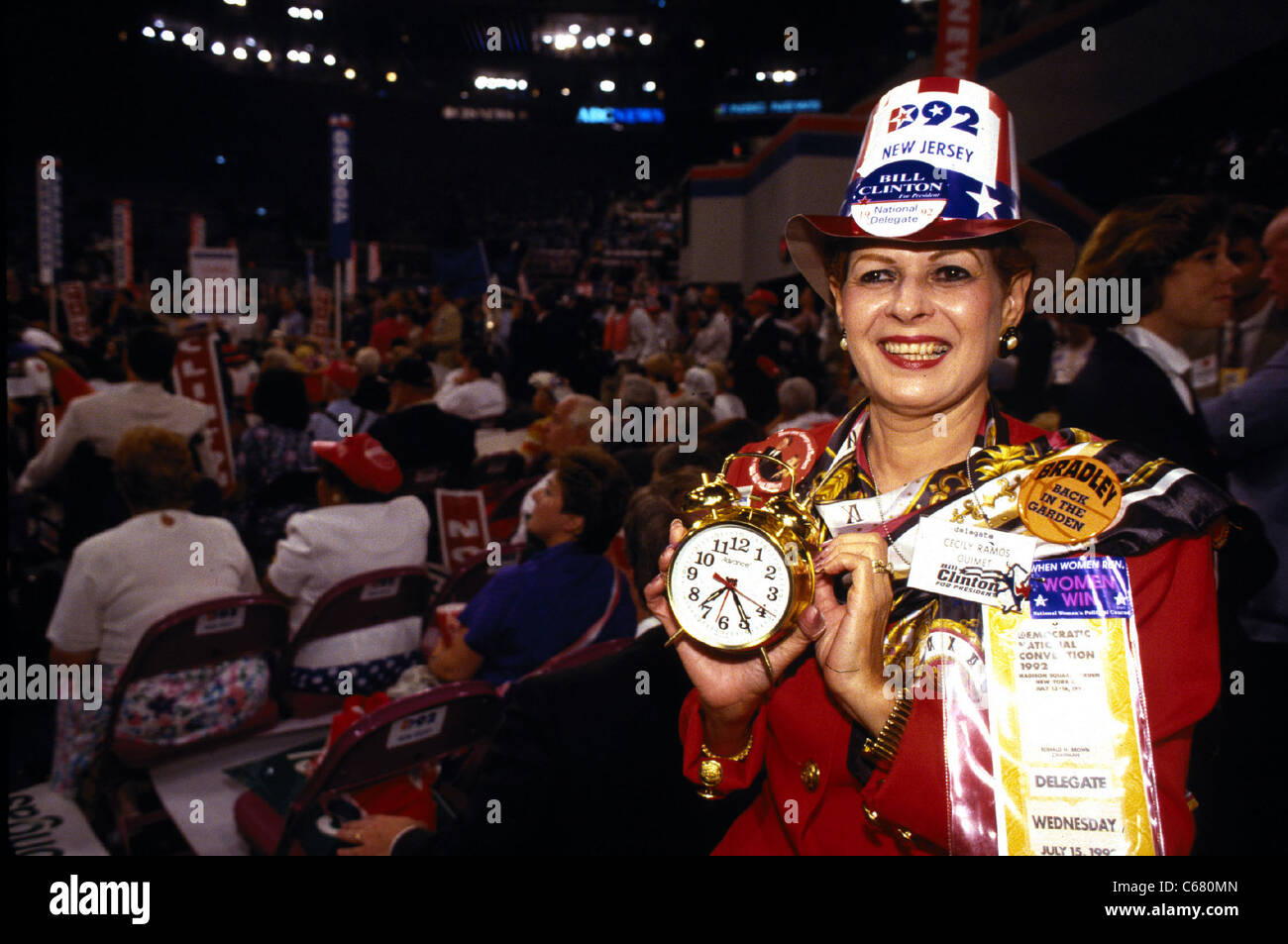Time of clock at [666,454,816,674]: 7:24
